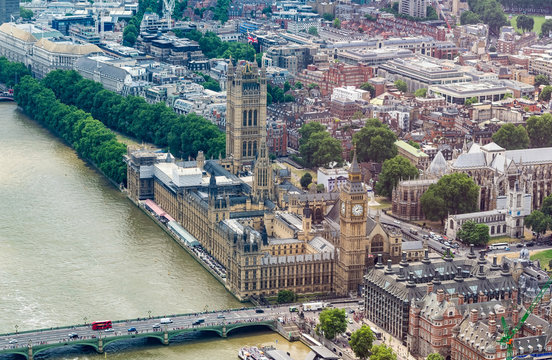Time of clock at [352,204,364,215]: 1:13
